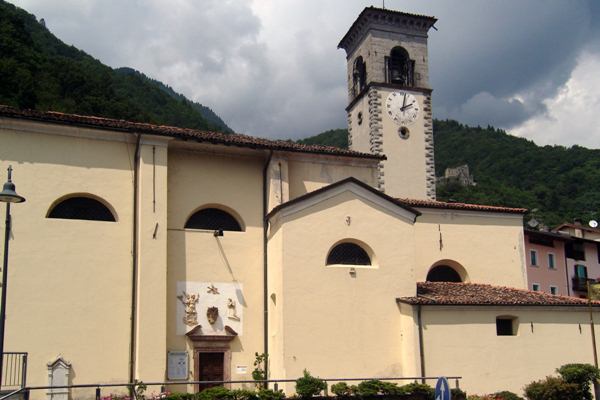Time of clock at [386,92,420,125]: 2:02
